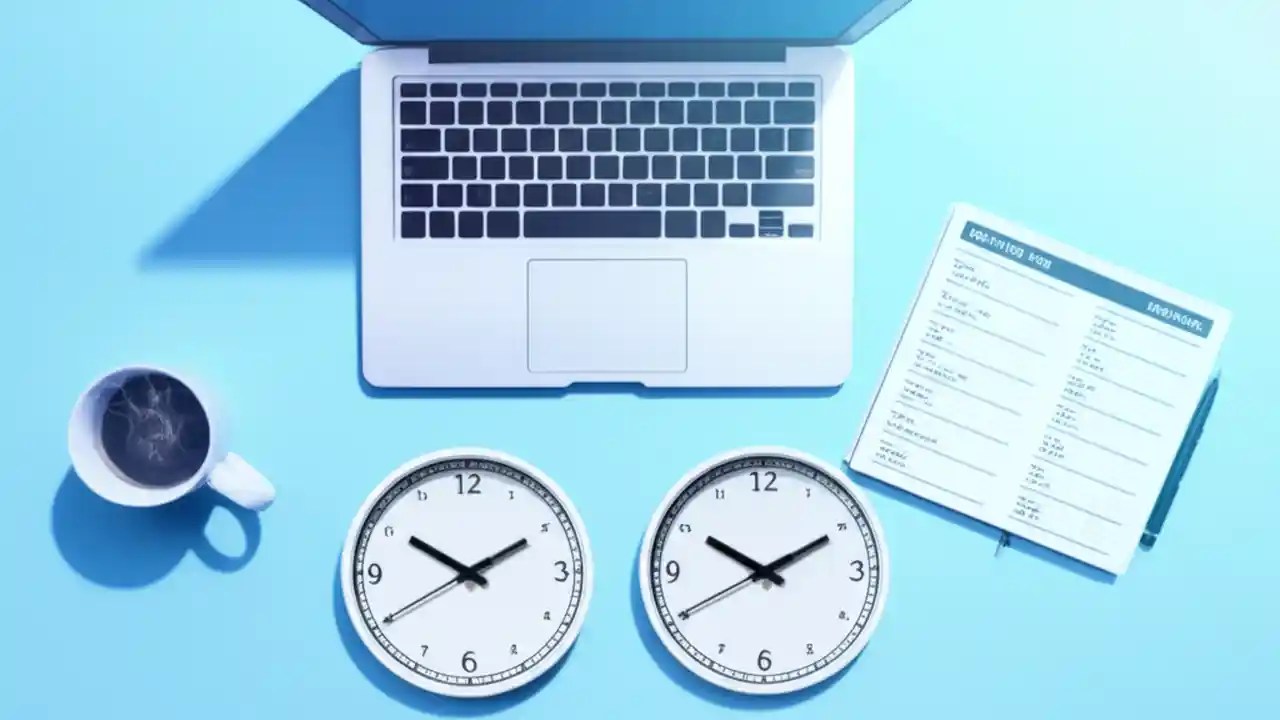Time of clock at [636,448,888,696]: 10:10
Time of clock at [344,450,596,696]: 10:10
